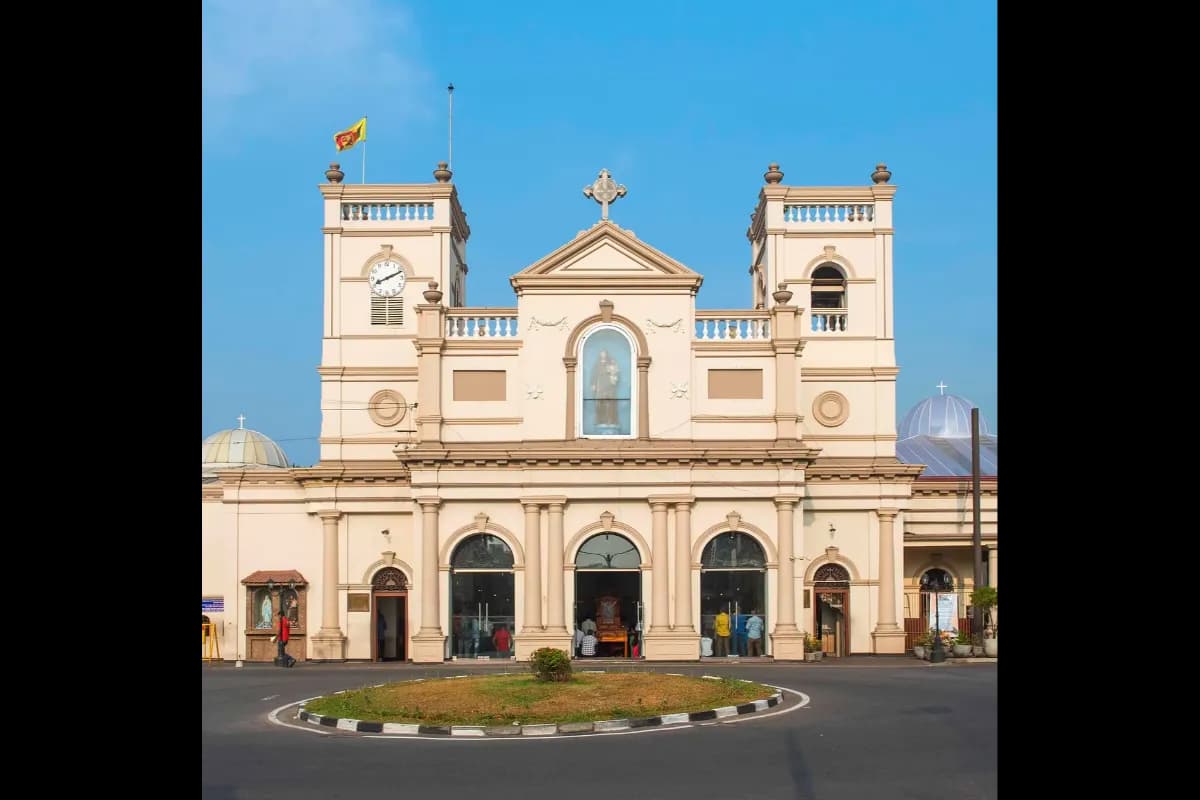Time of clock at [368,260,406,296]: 8:11
